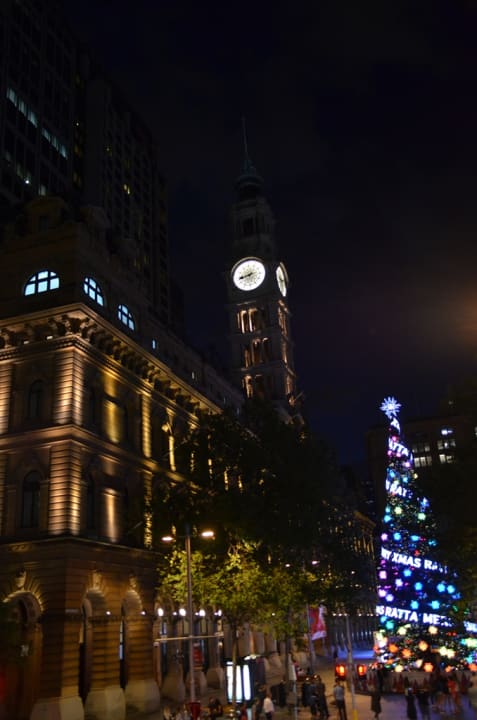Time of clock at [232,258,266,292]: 8:43
